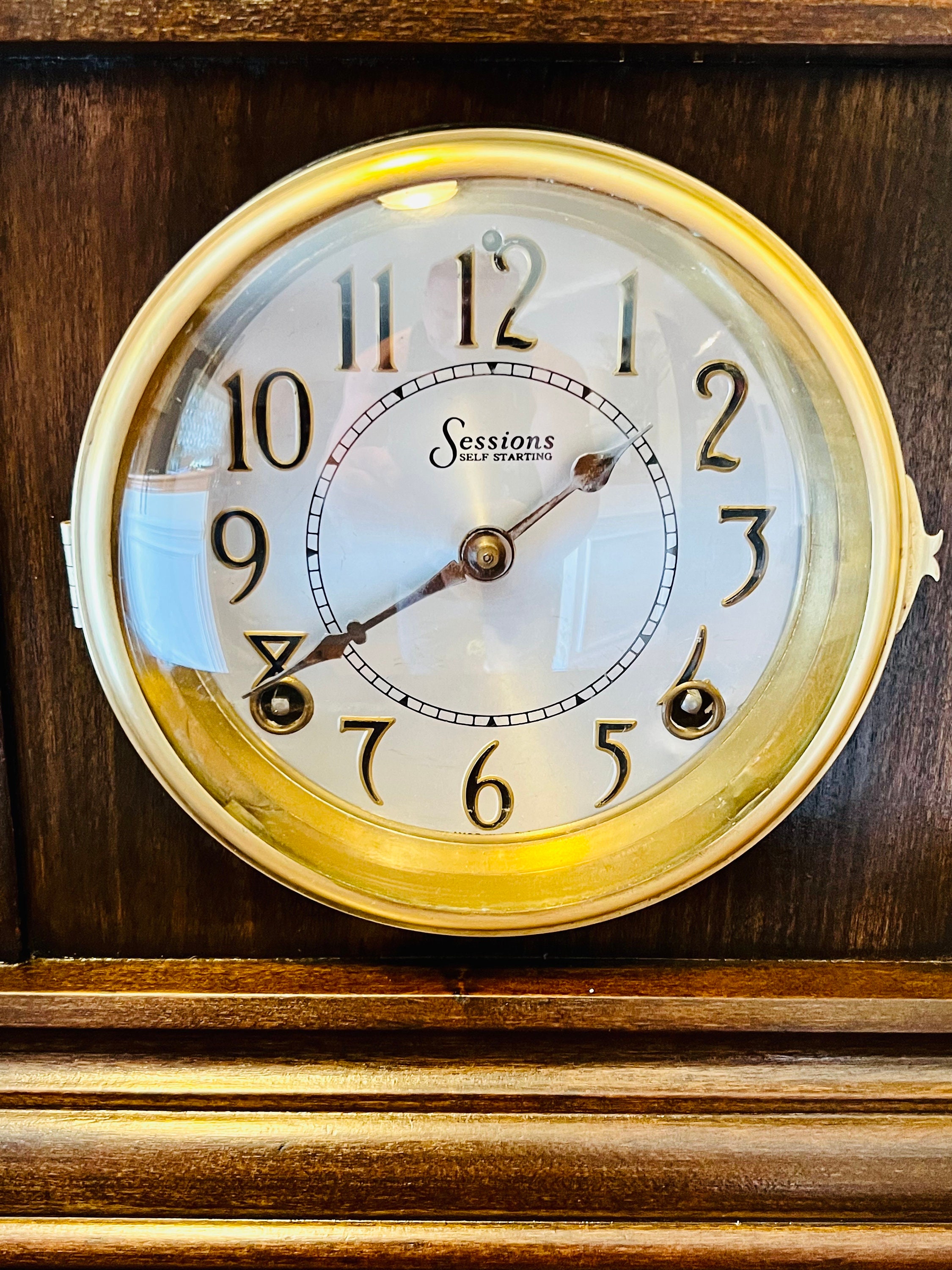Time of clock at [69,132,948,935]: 1:39
